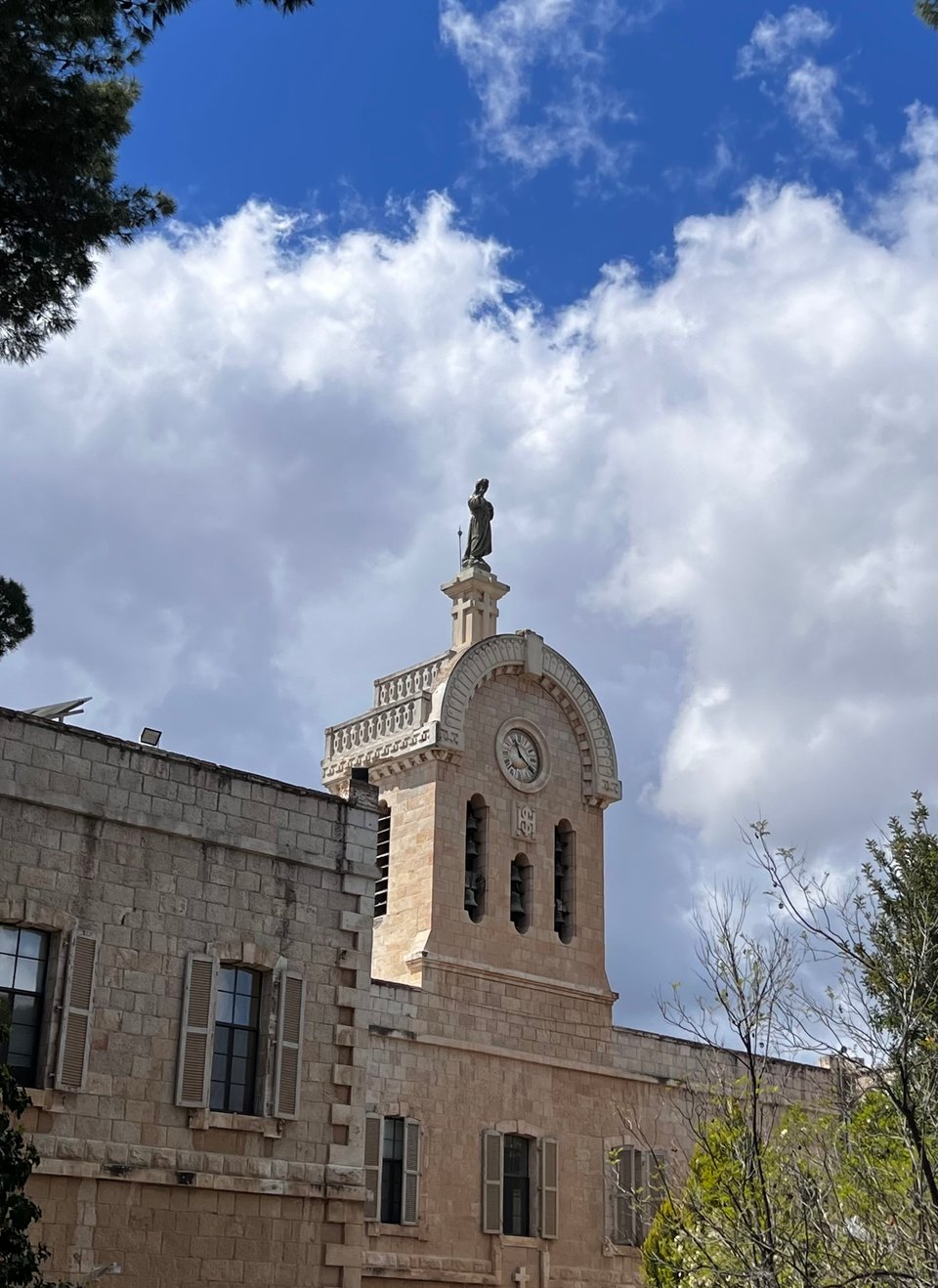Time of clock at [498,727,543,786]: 11:21
